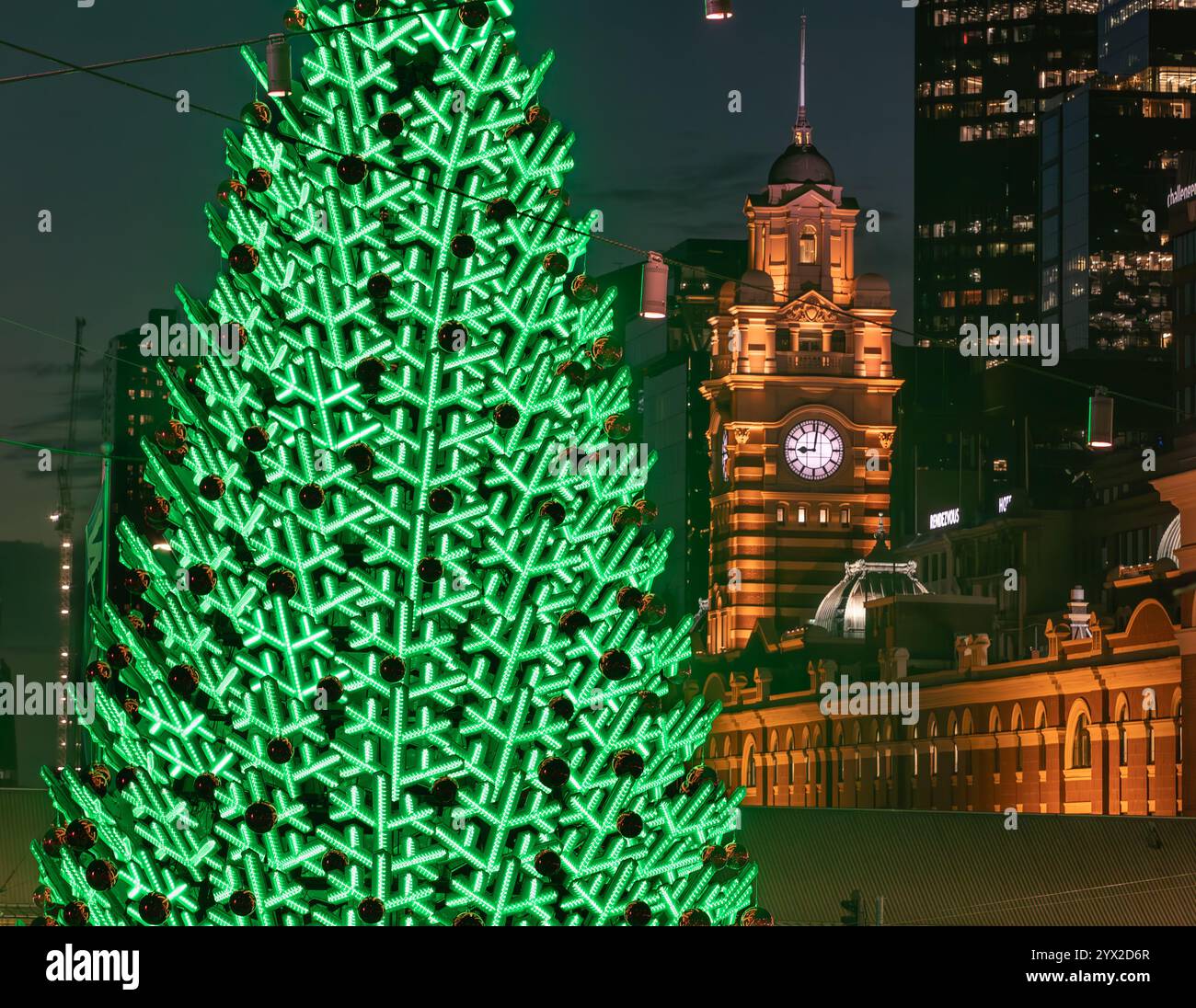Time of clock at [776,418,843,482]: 9:01
